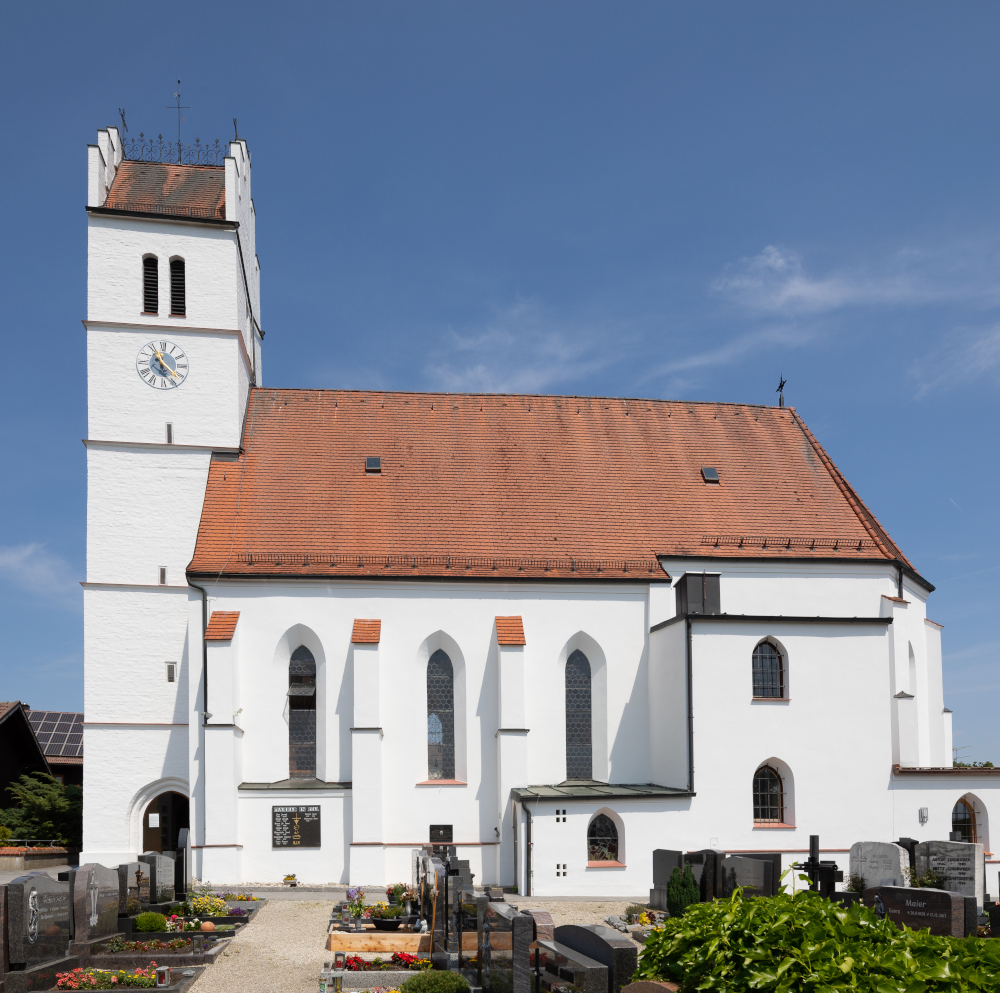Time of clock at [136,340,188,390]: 5:21
